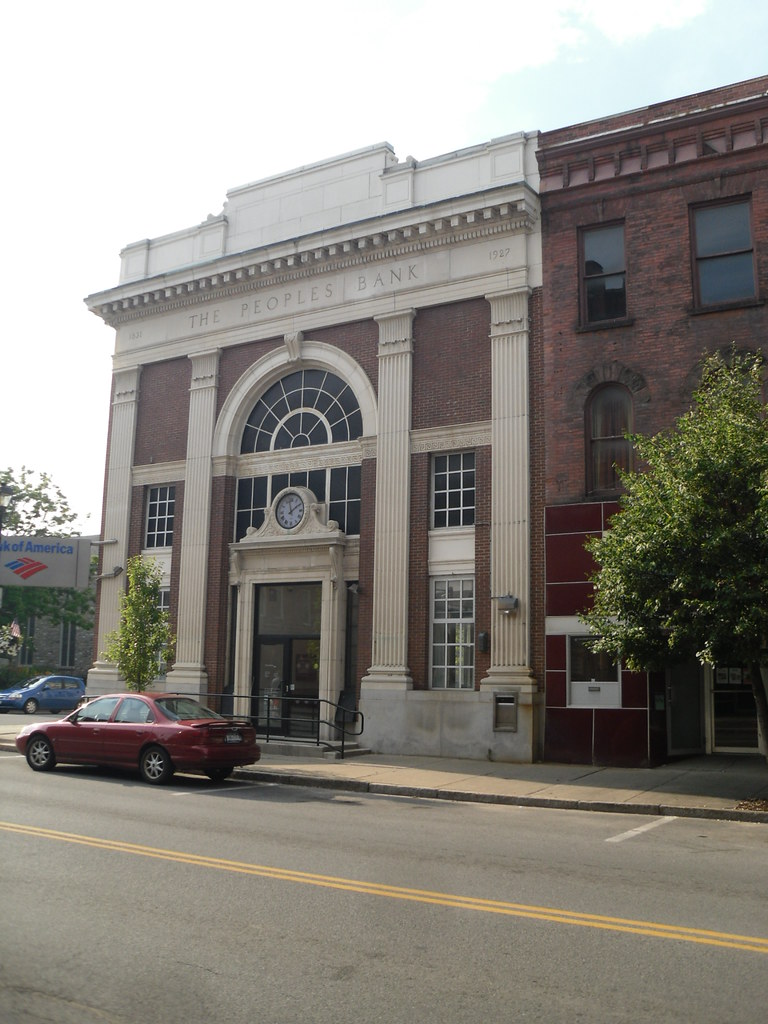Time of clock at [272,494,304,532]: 1:57
